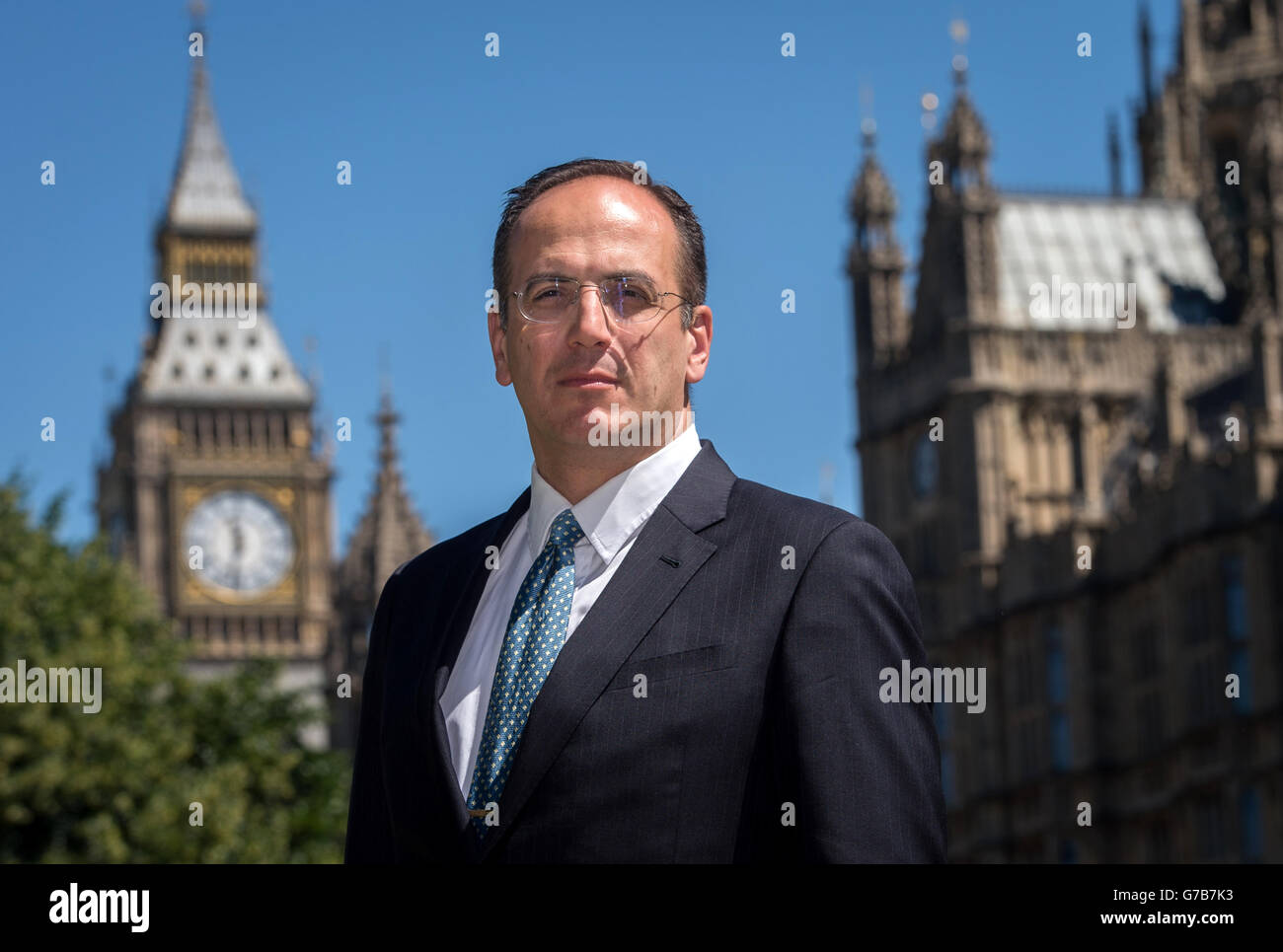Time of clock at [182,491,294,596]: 11:32
